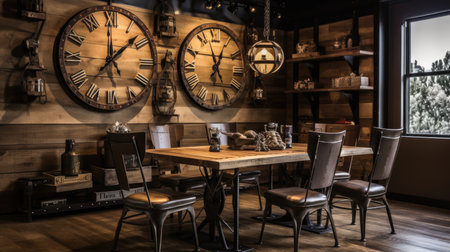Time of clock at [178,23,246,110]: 12:57
